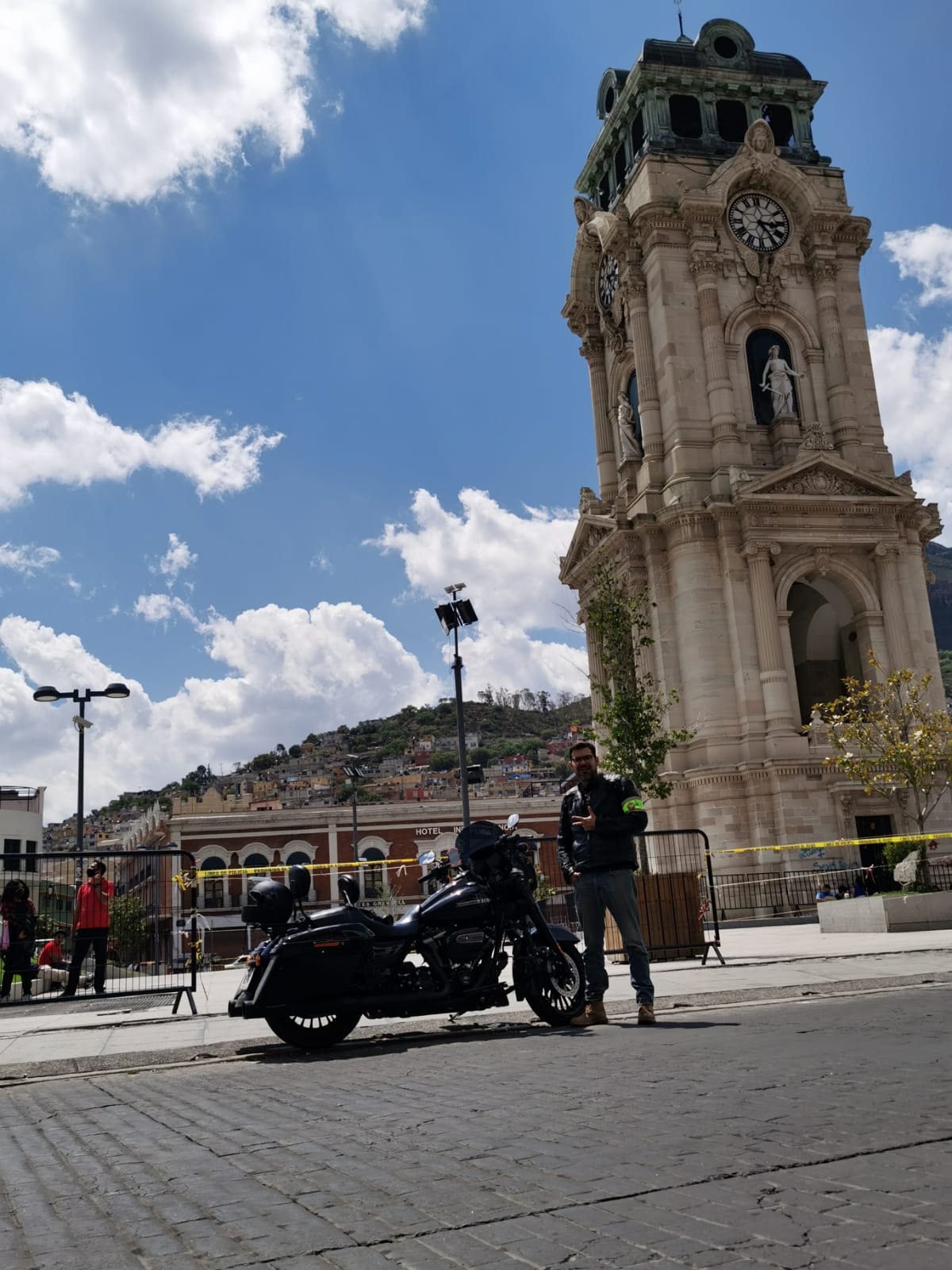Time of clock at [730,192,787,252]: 3:24
